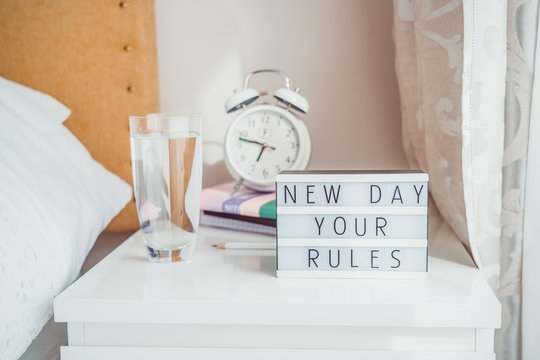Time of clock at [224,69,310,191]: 6:47
